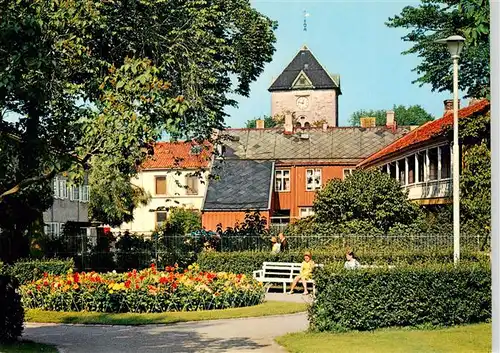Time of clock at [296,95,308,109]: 12:47
